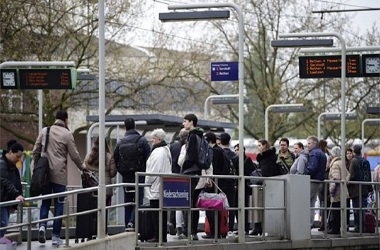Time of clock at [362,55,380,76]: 8:46
